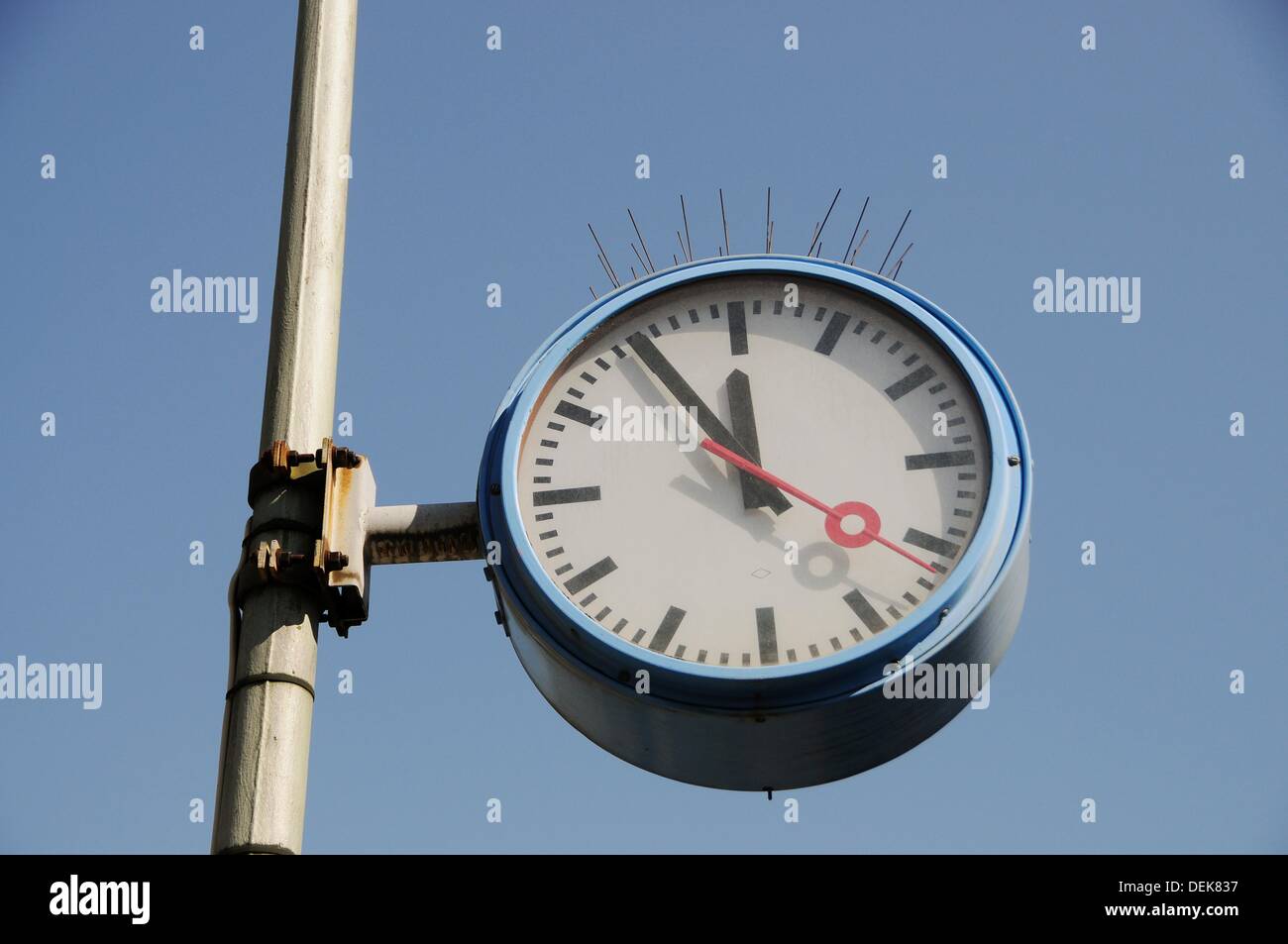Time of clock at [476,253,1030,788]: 11:54
